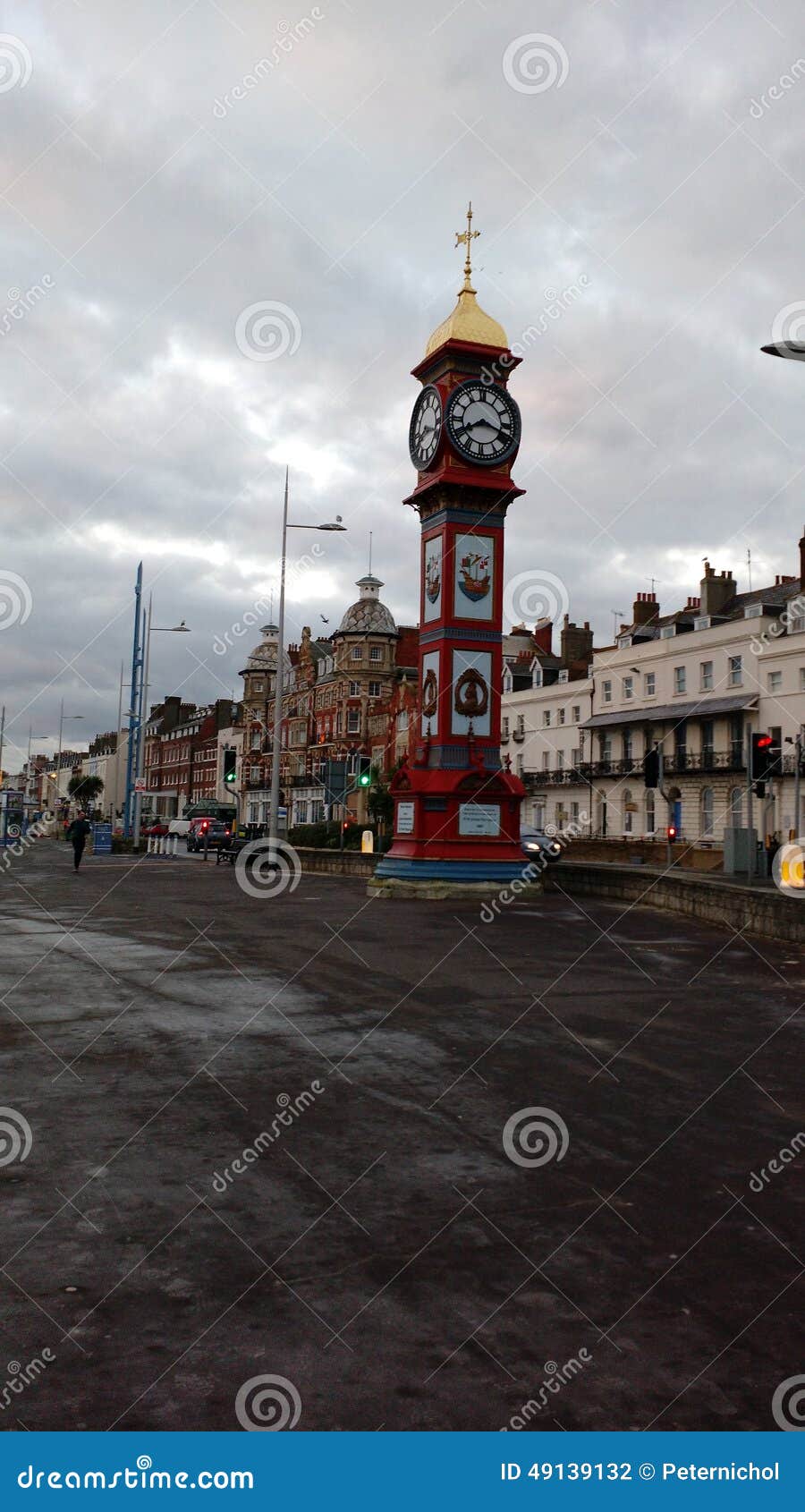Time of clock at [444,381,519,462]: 8:18
